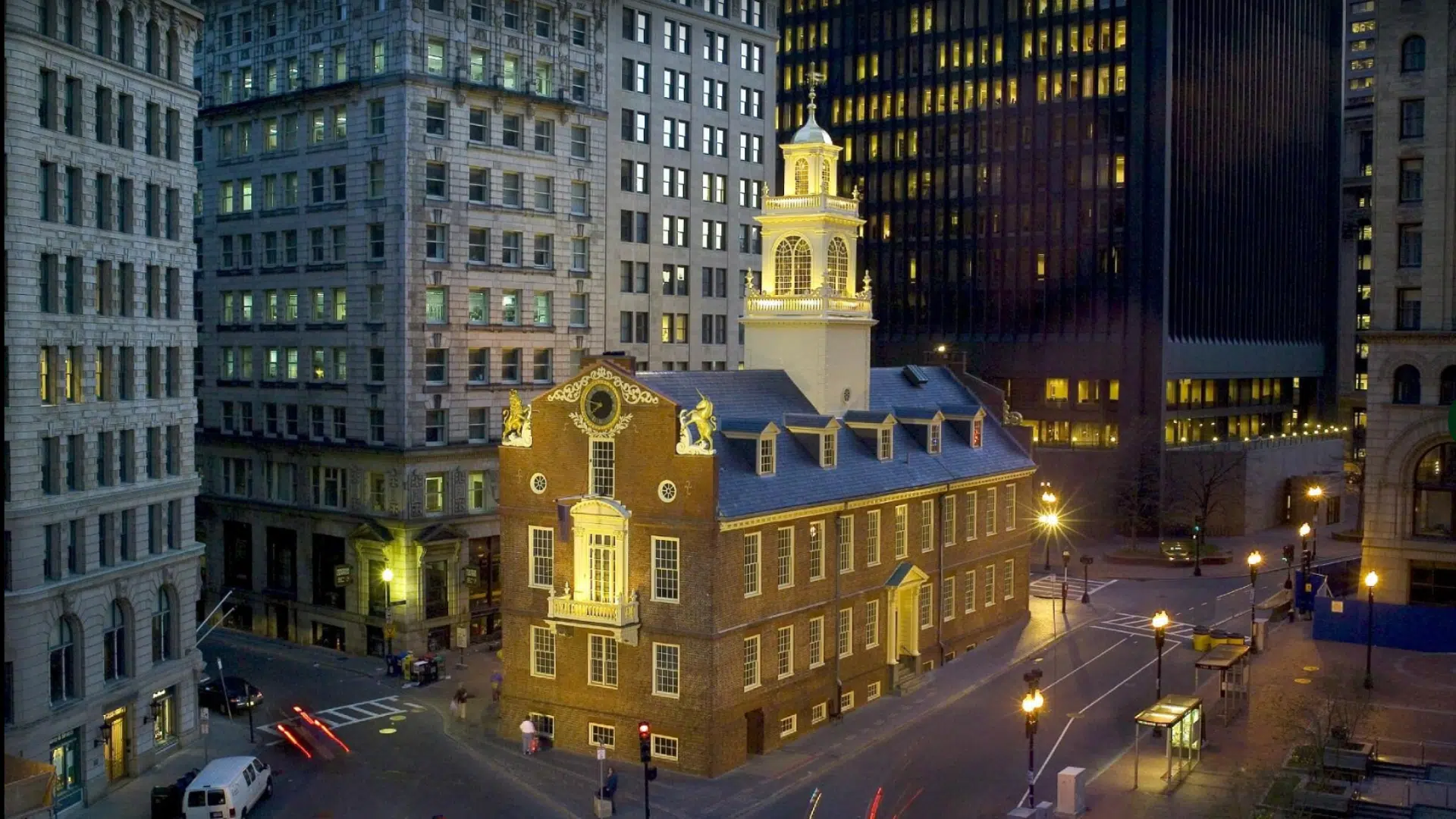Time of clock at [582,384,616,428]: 7:46
